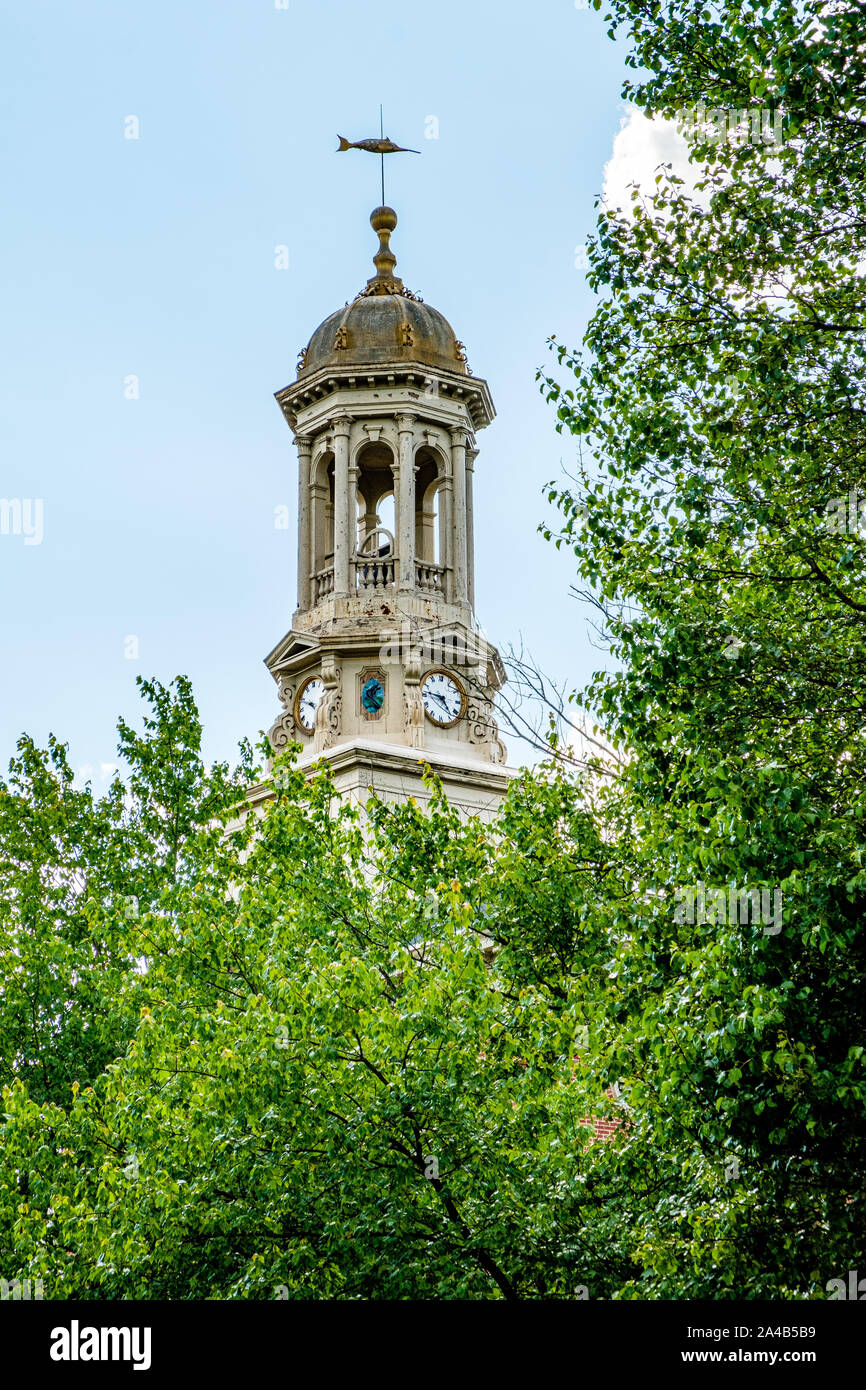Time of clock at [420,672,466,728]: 4:46
